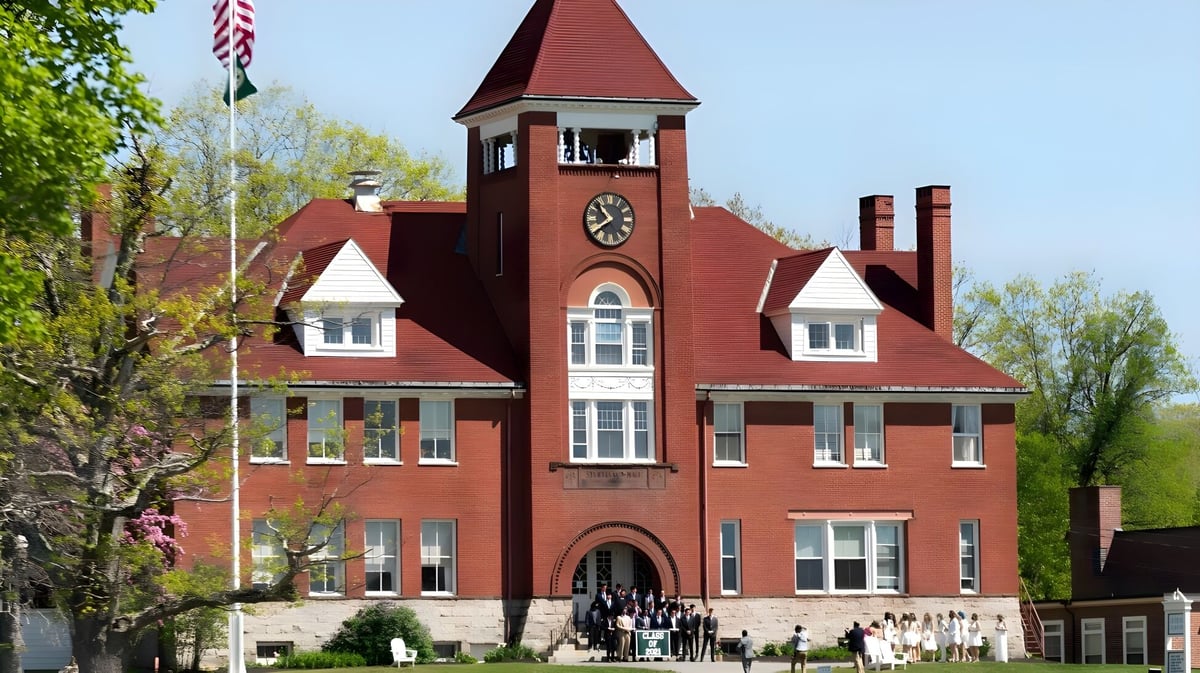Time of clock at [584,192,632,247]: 10:39
